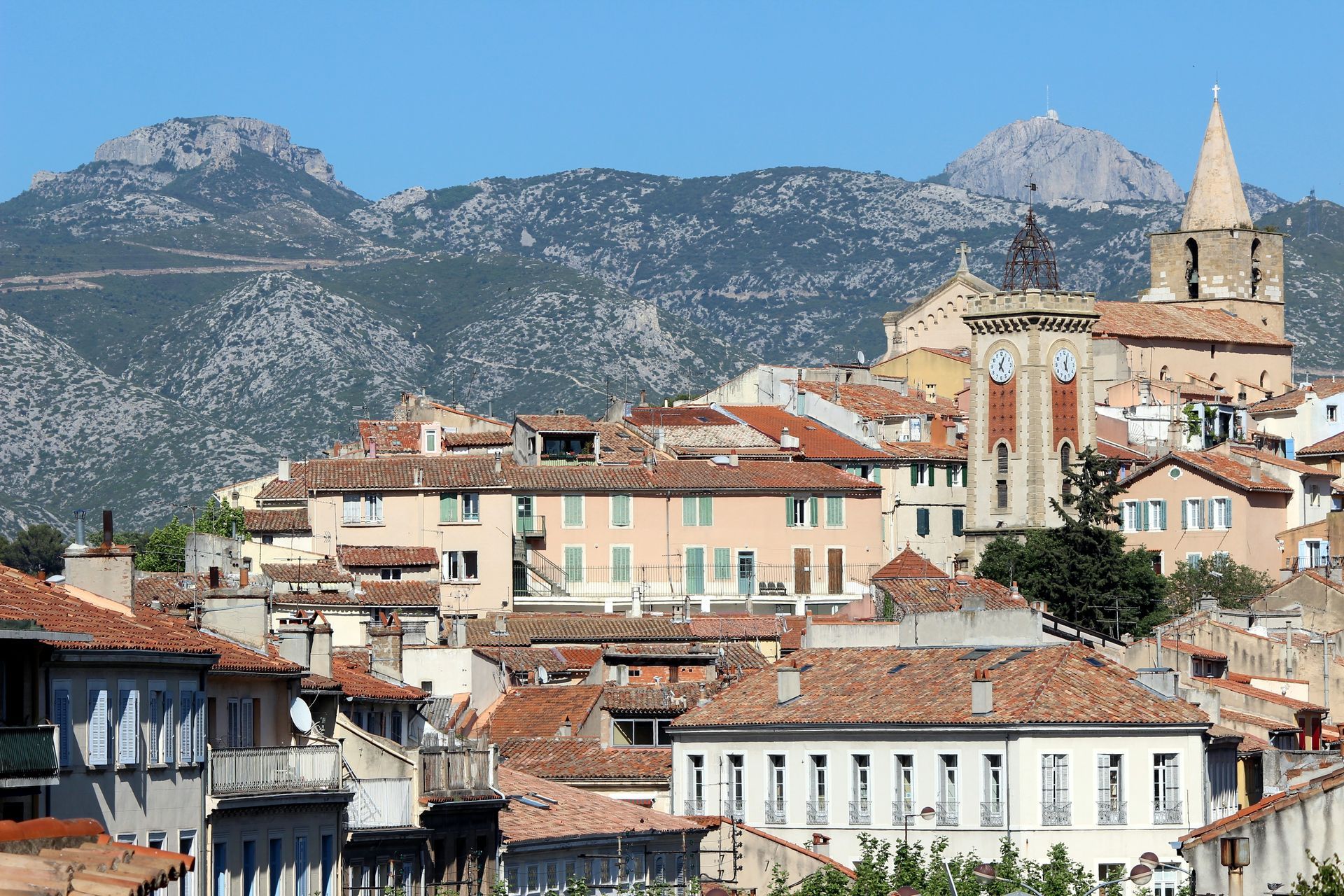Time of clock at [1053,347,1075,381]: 5:03
